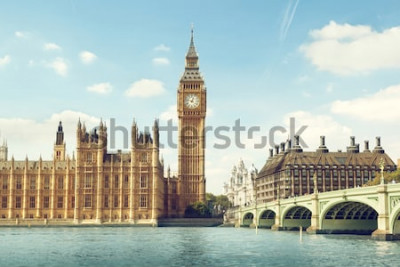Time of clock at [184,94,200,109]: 12:47
